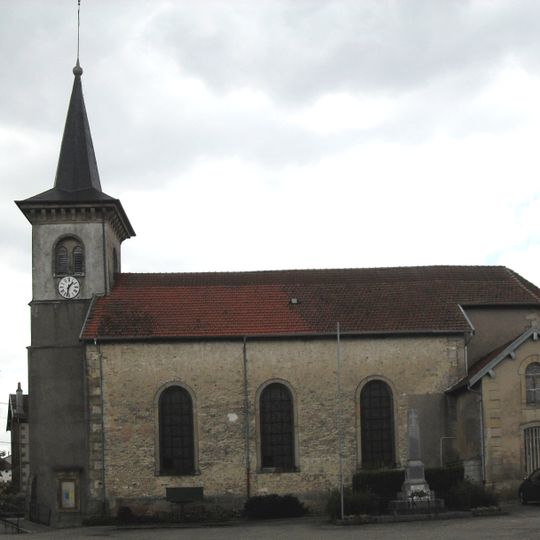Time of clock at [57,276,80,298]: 1:32
